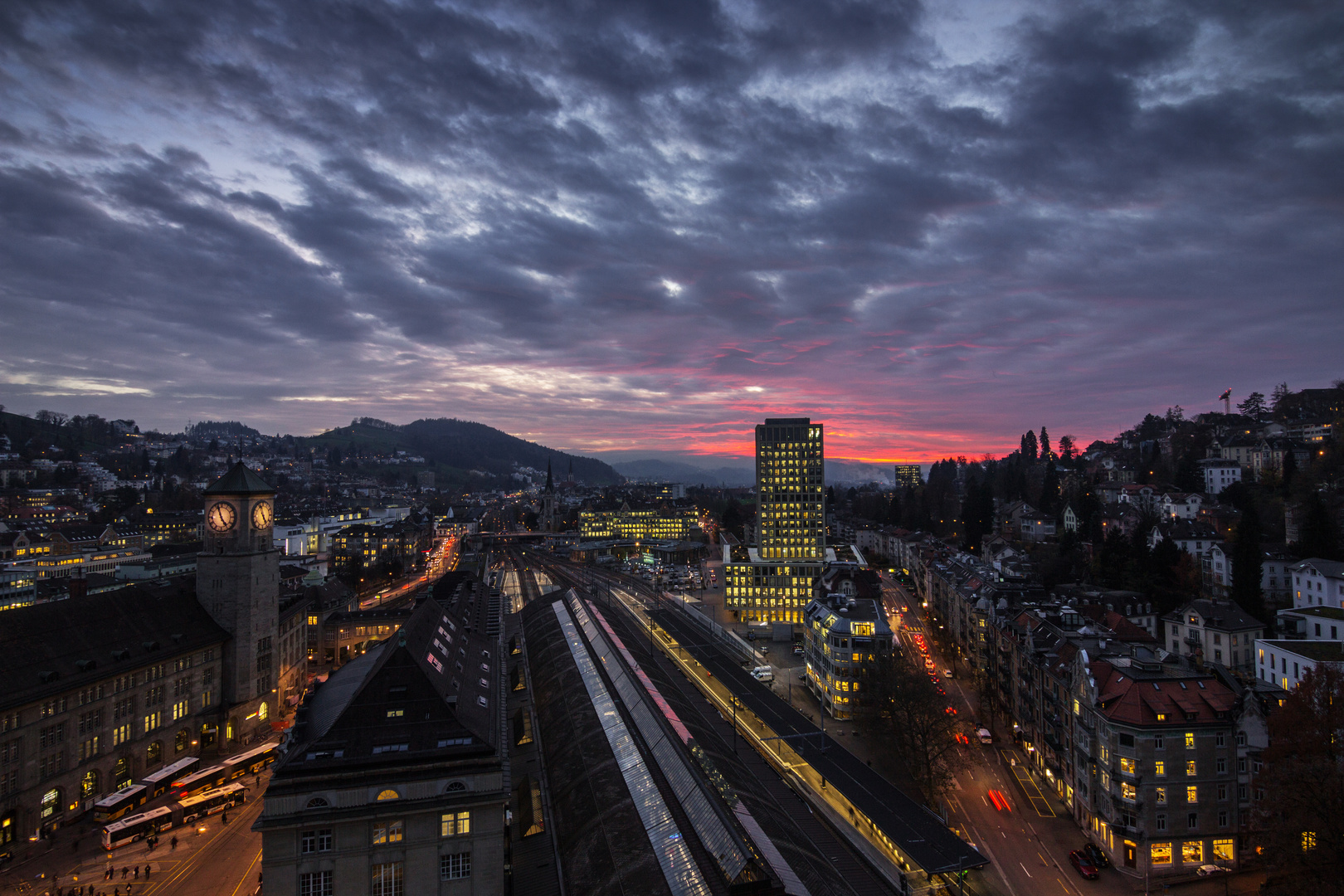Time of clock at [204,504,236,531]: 4:56
